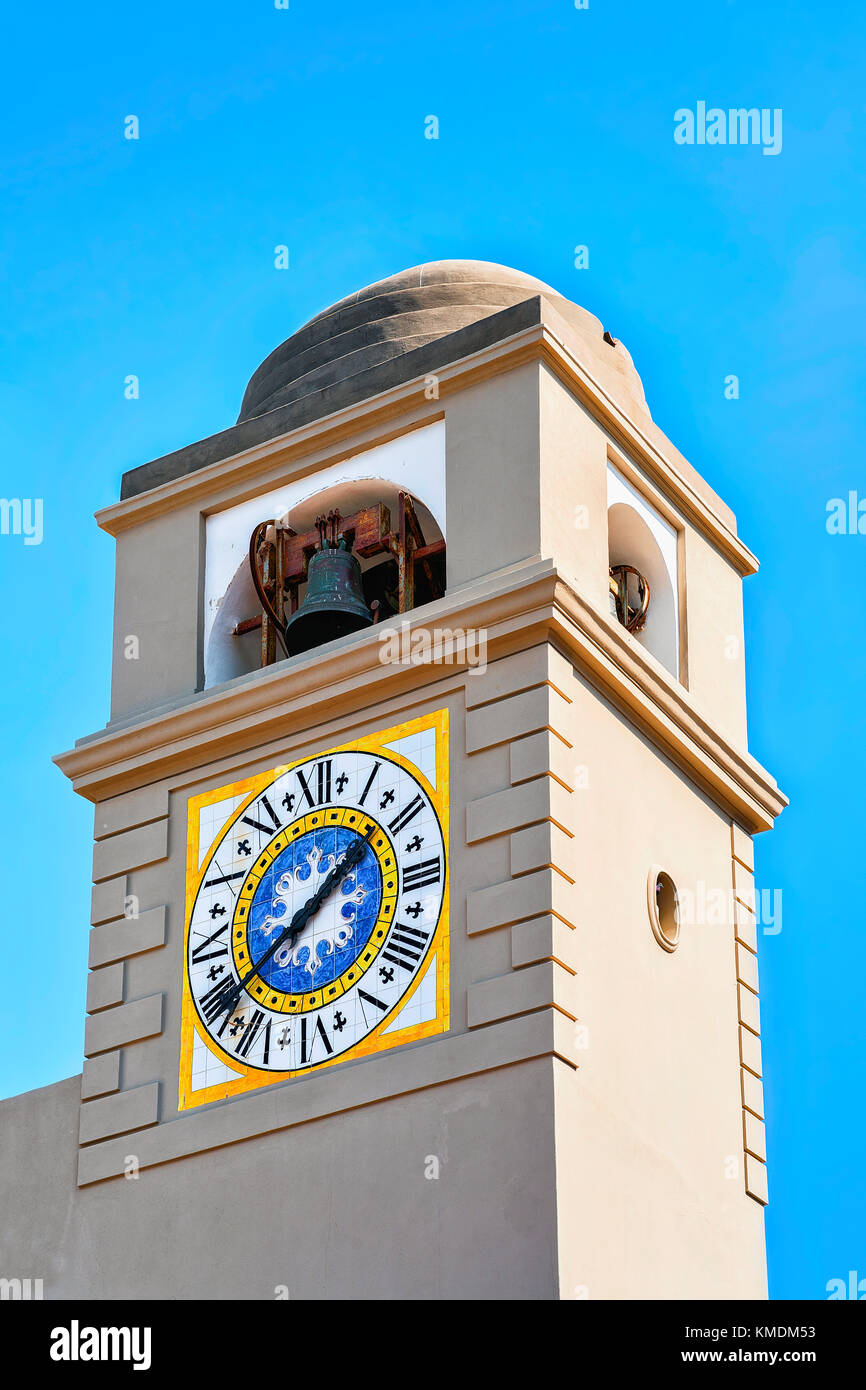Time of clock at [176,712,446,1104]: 1:38
